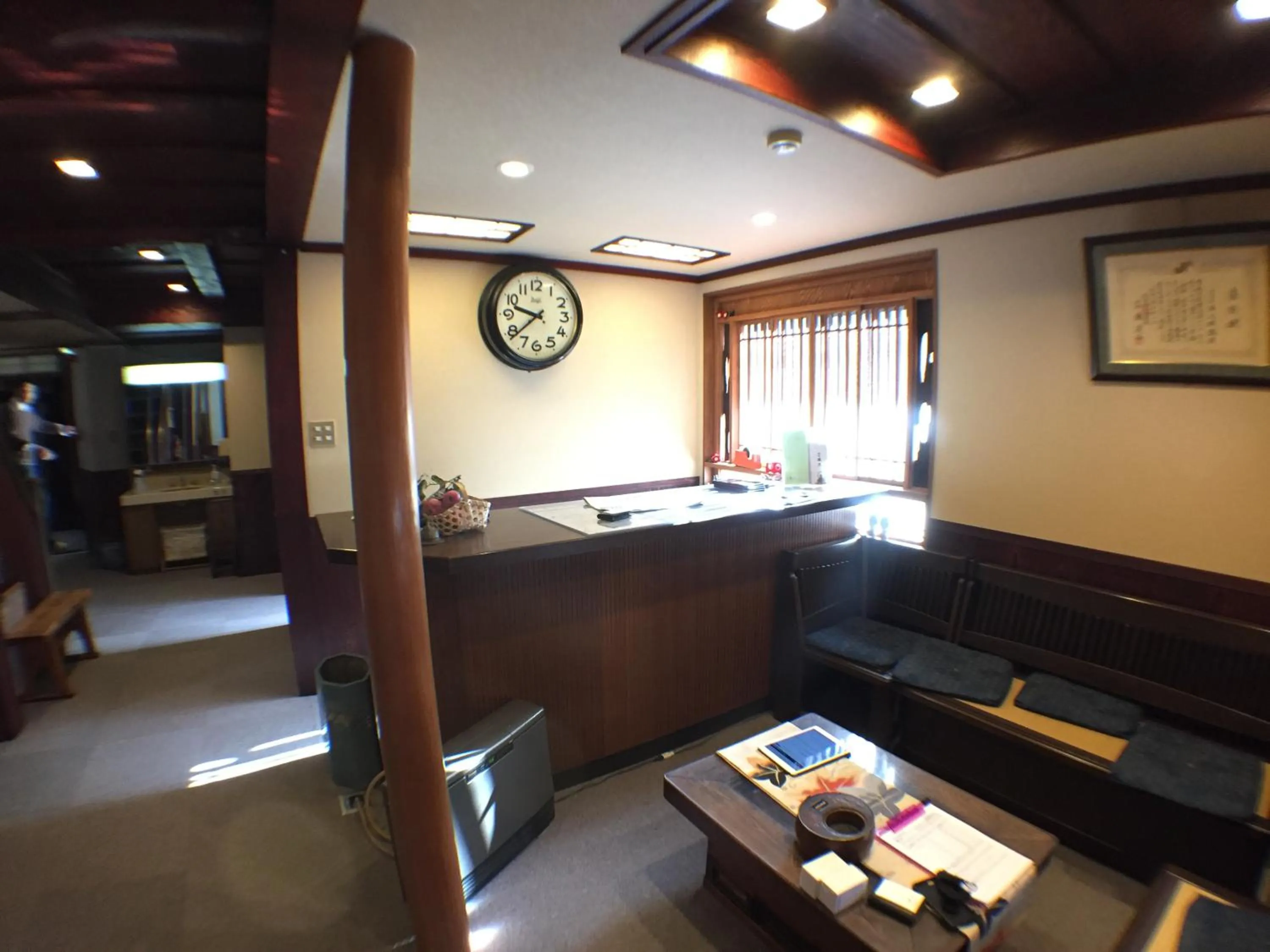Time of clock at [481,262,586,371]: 9:38
